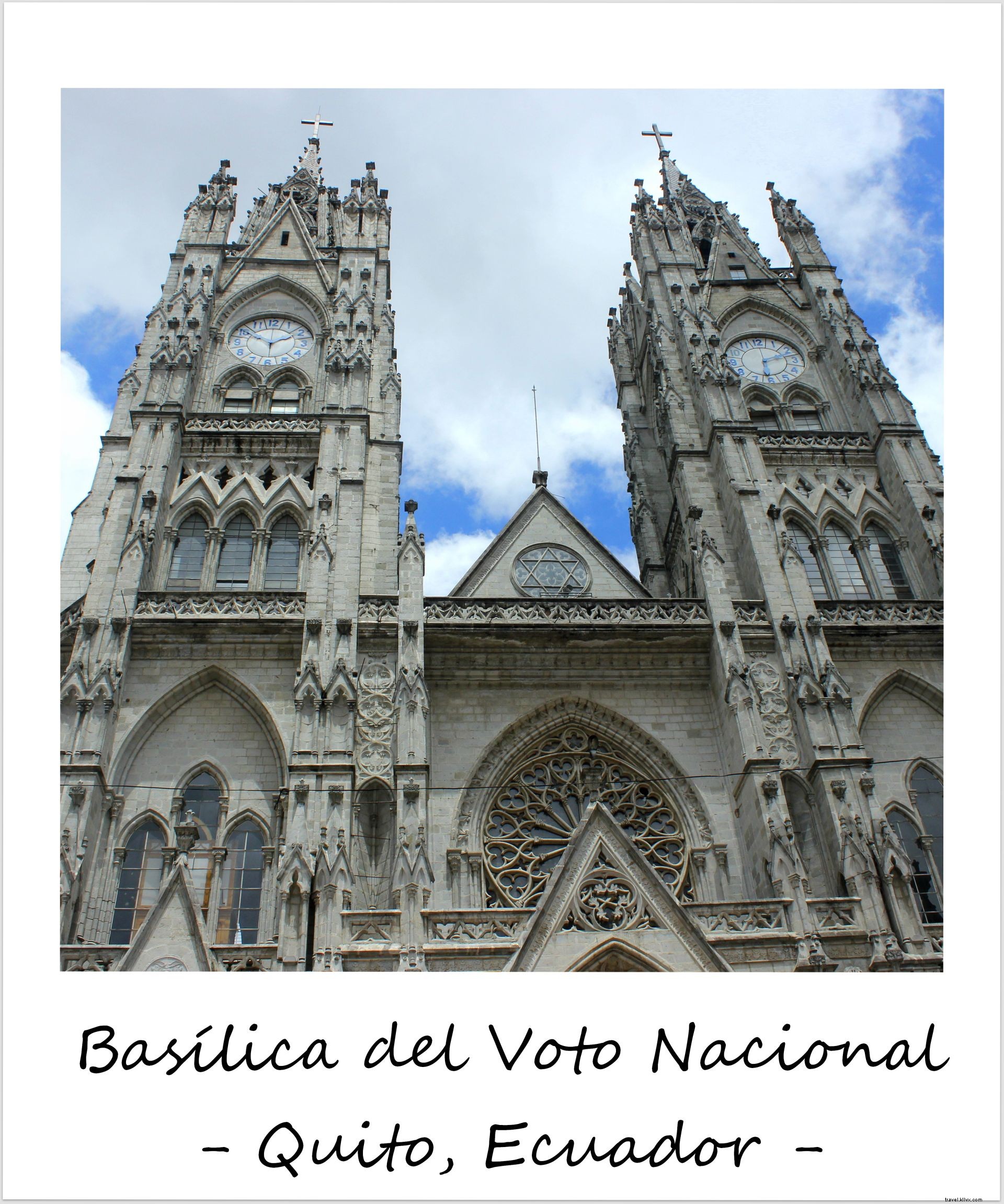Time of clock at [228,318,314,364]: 1:50
